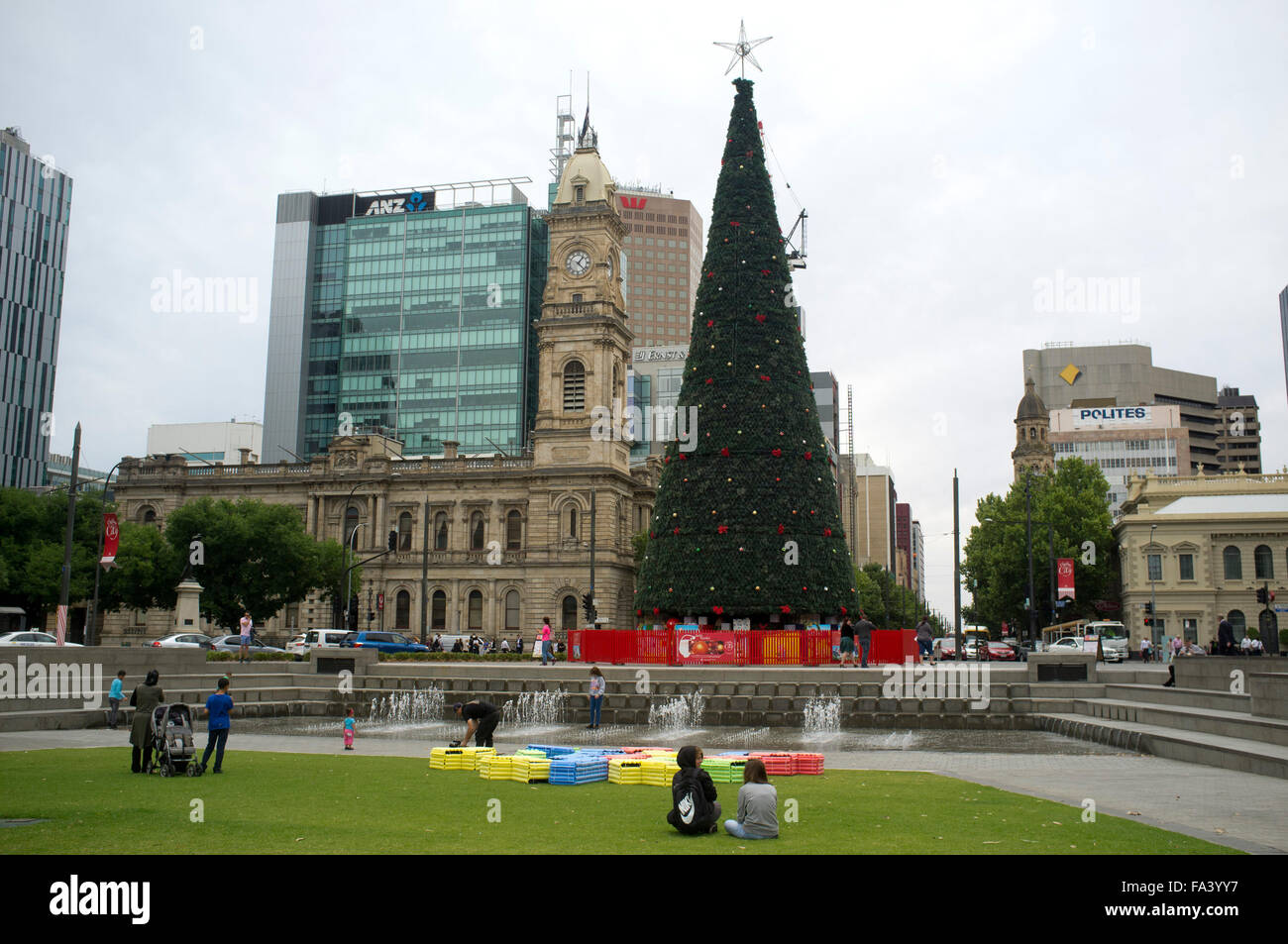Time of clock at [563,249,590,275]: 1:22
